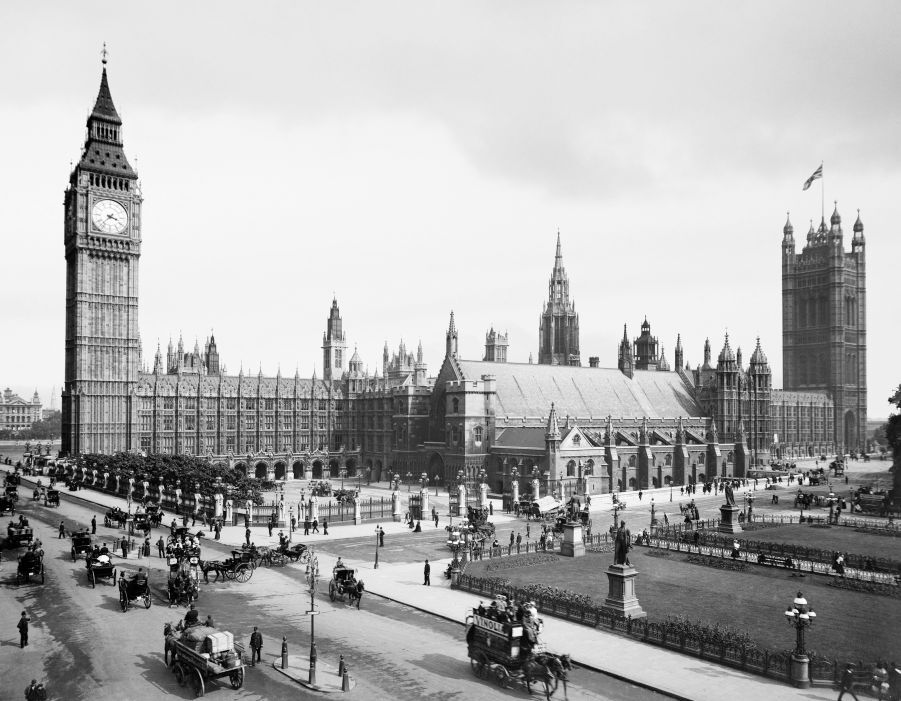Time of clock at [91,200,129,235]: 3:37
